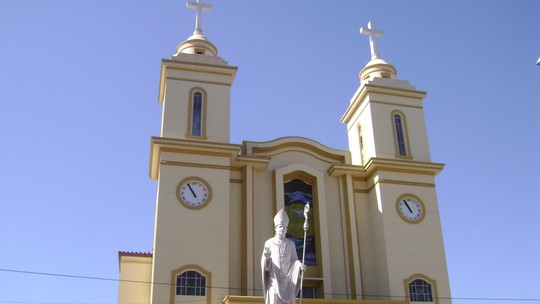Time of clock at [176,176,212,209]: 10:55
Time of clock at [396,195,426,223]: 10:55
